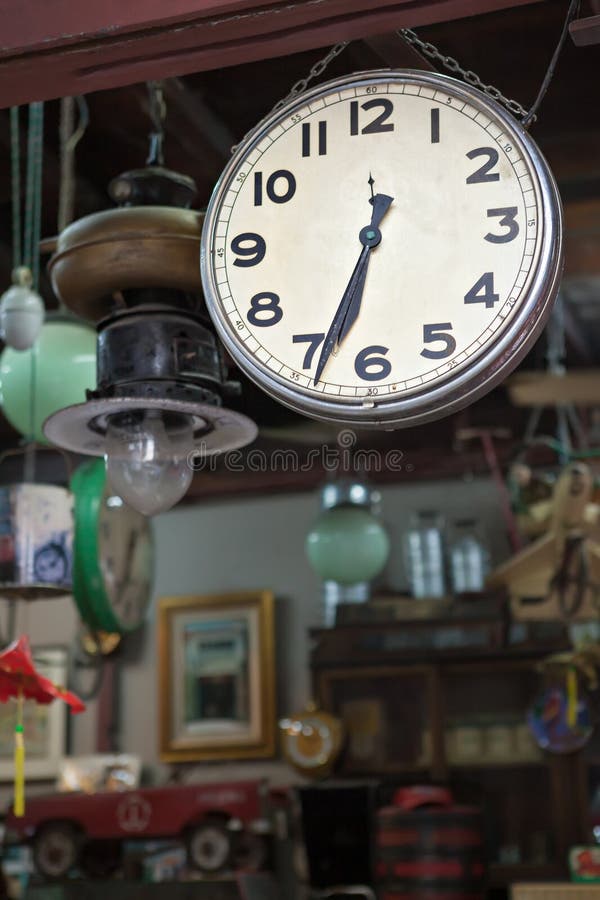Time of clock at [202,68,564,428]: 6:33
